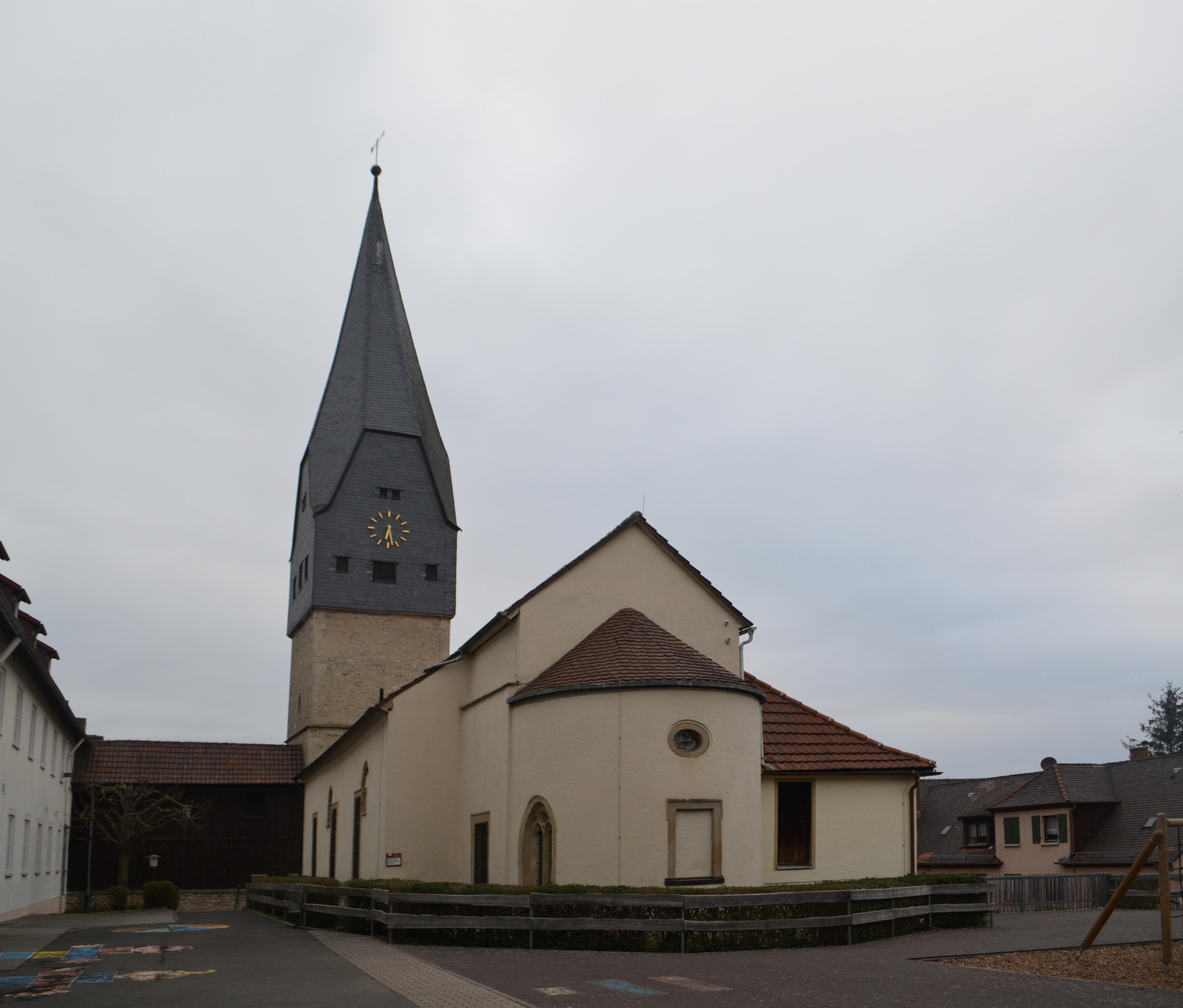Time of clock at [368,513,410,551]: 6:28
